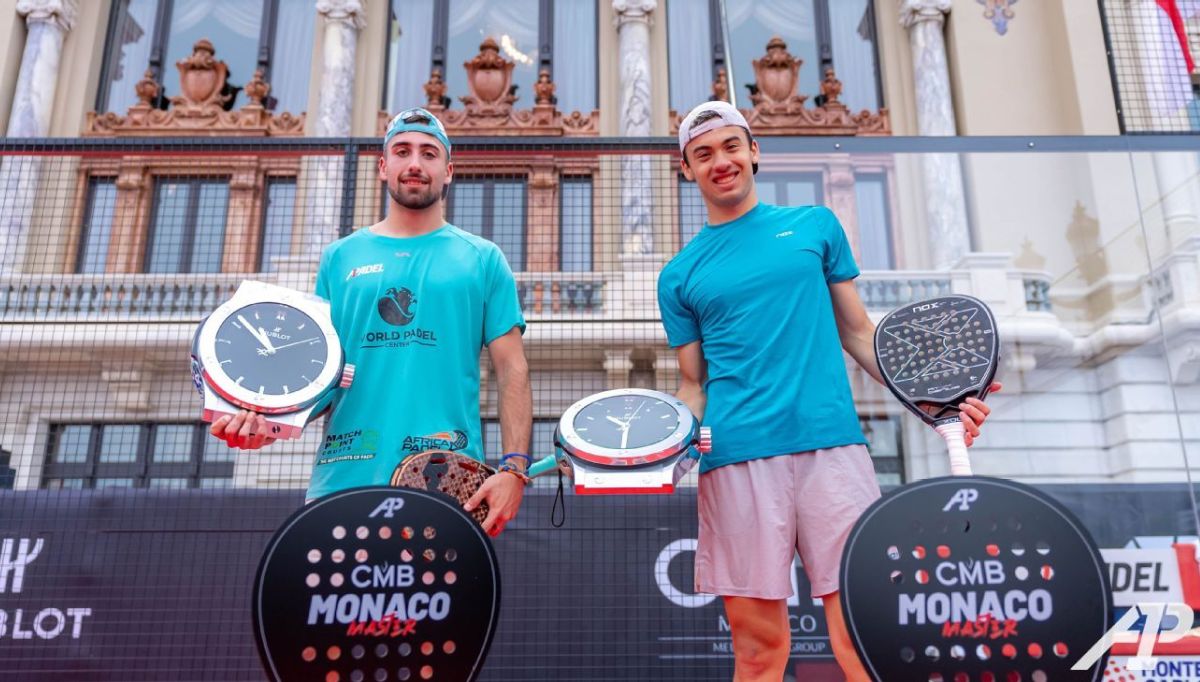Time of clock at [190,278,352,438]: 10:51
